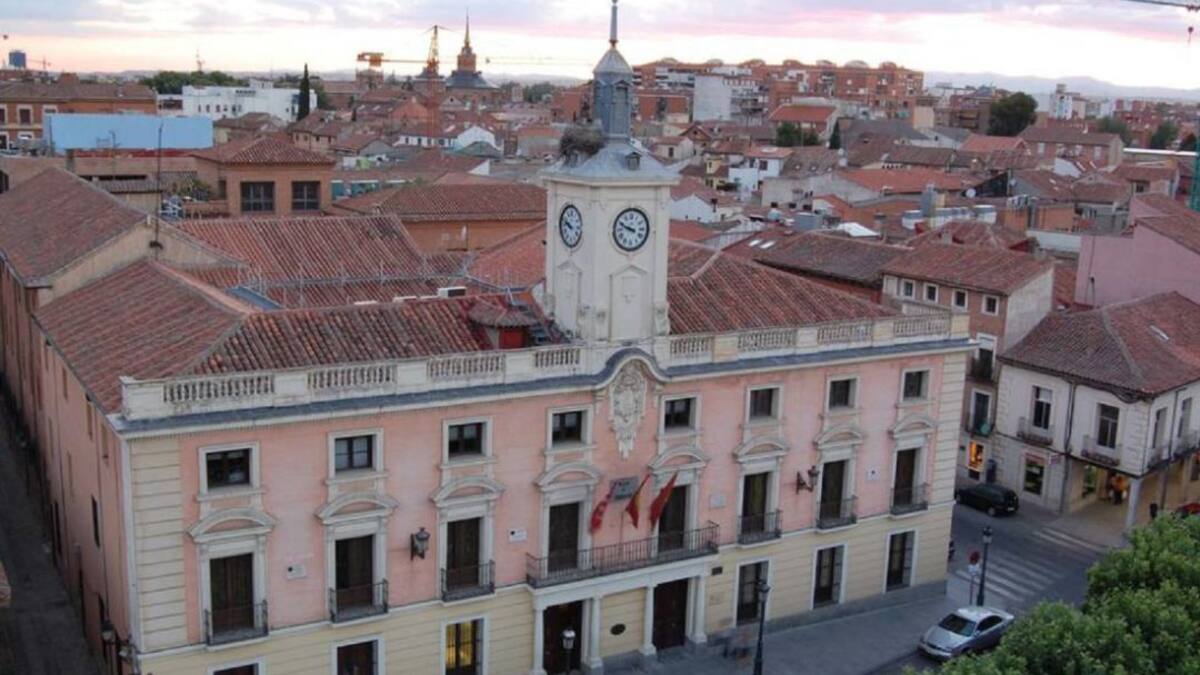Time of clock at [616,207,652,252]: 9:48
